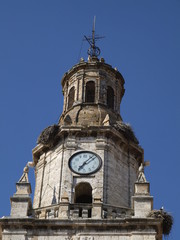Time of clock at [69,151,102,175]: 7:07
